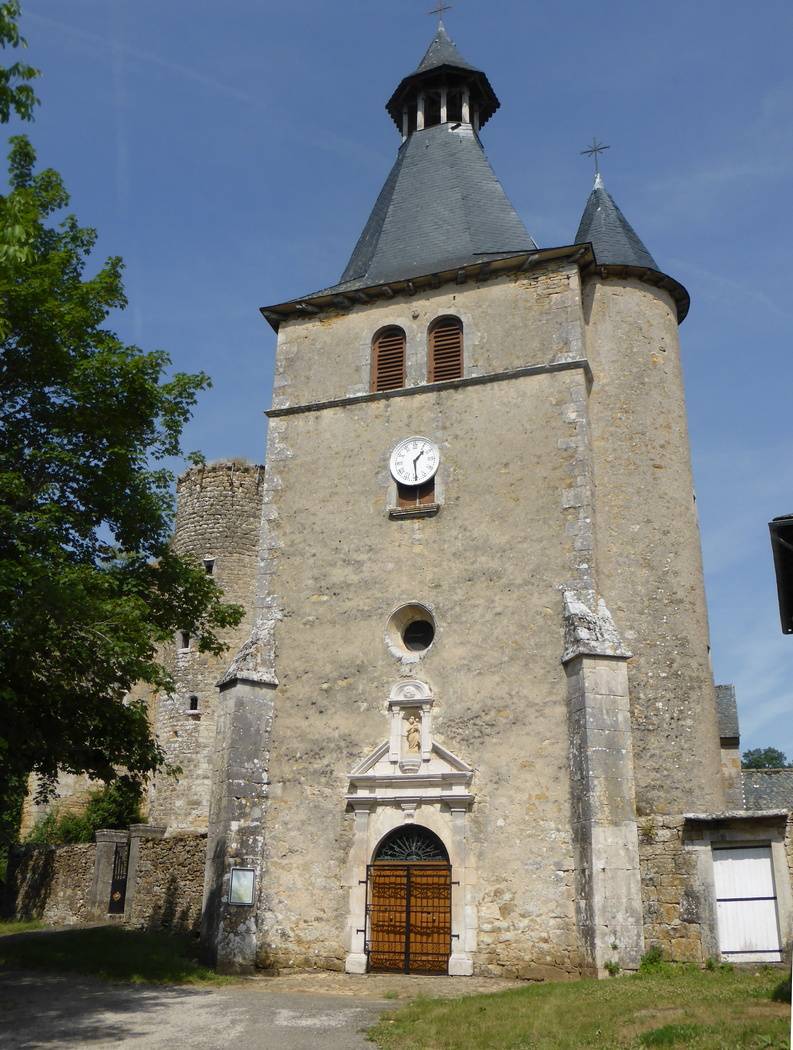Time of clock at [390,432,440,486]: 1:29
